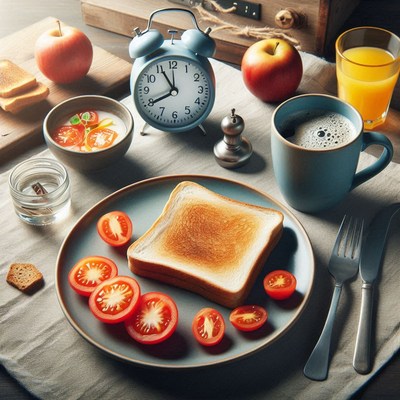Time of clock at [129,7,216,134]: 7:55
